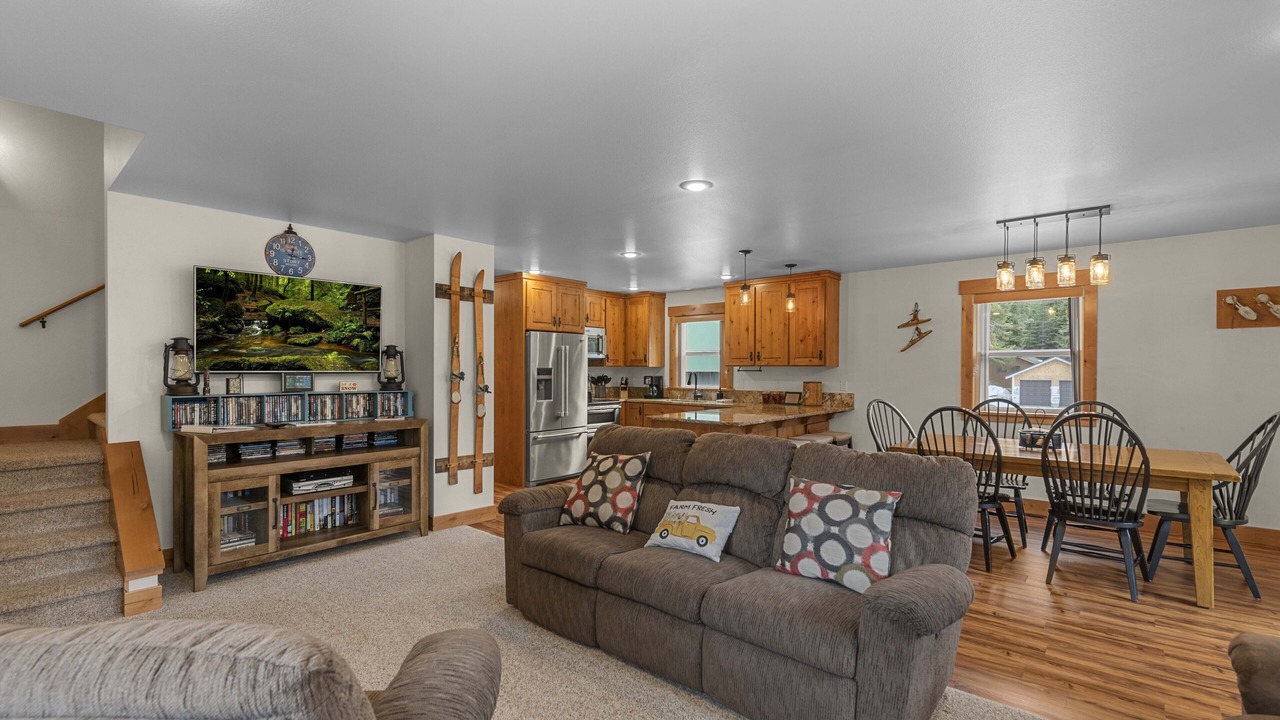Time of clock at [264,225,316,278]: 12:16
